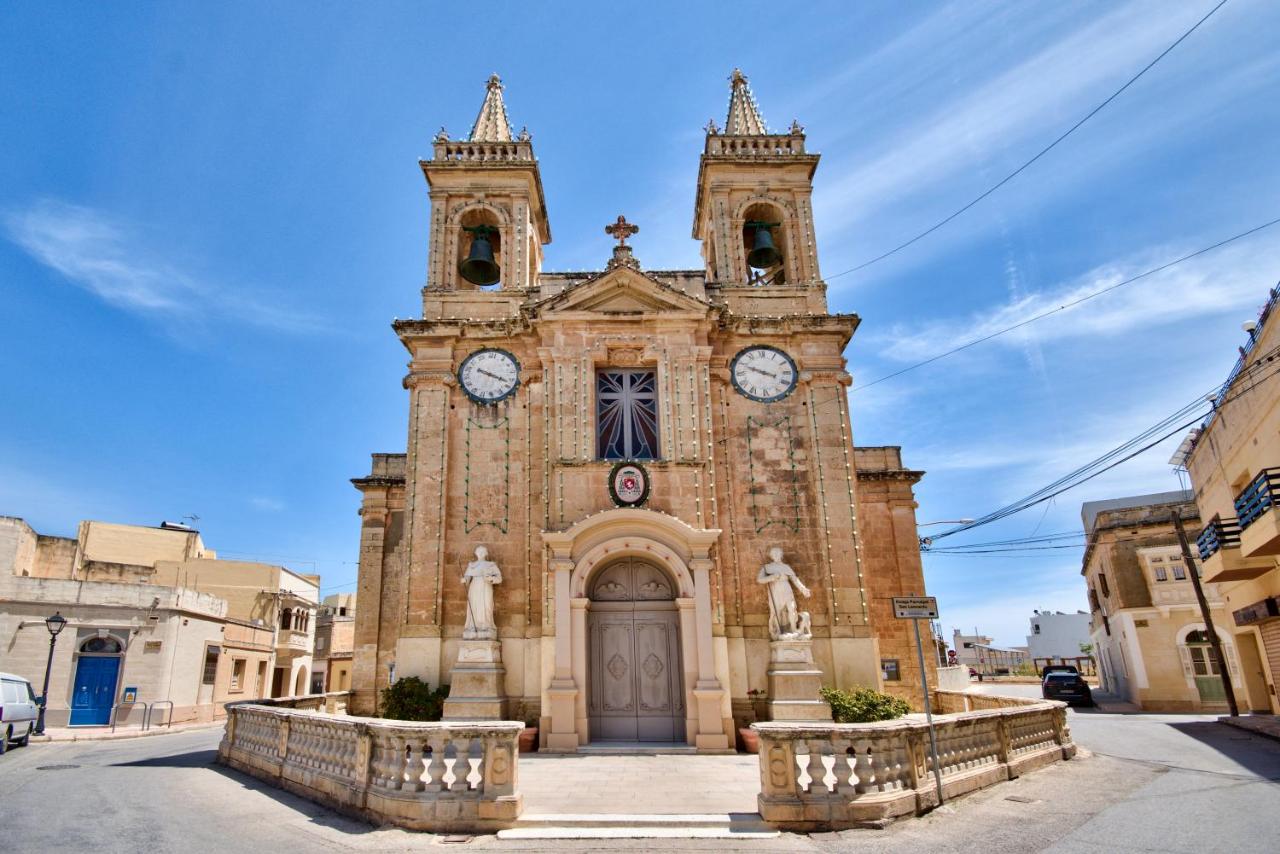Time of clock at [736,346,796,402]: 3:48
